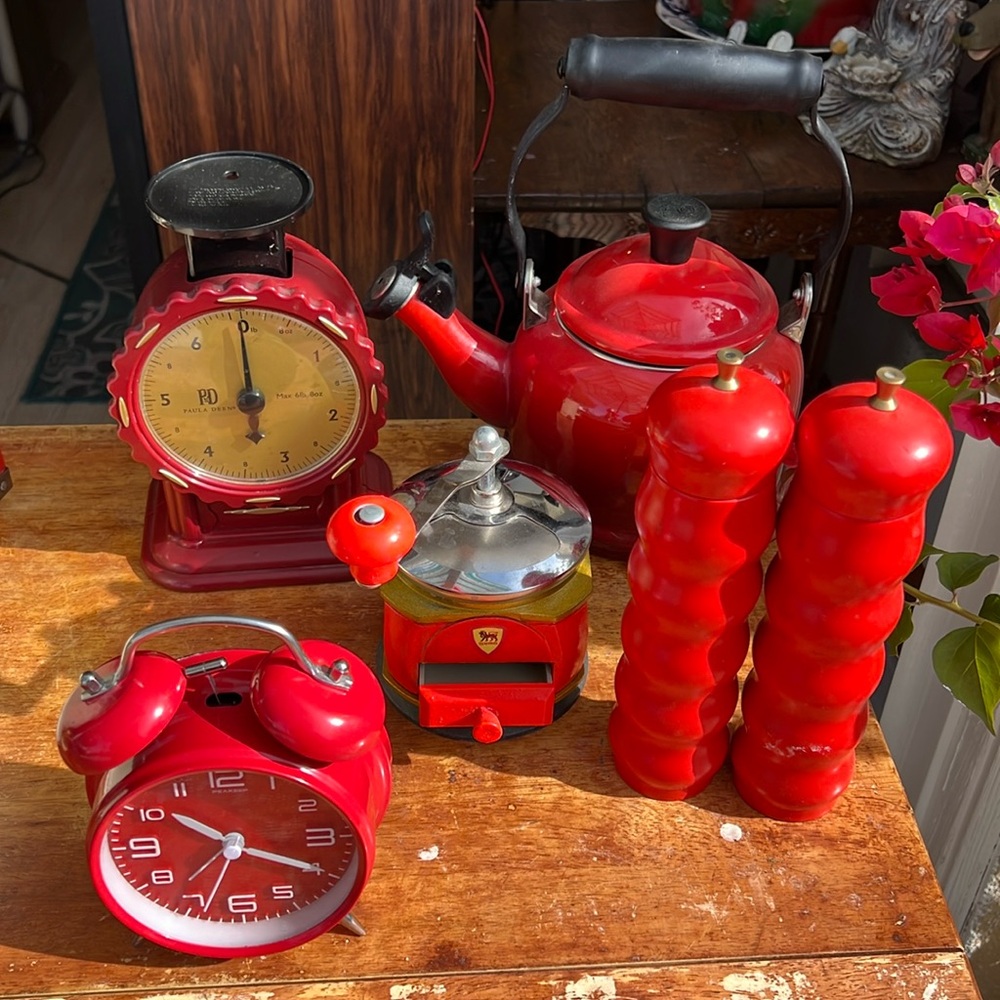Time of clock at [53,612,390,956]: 10:19
